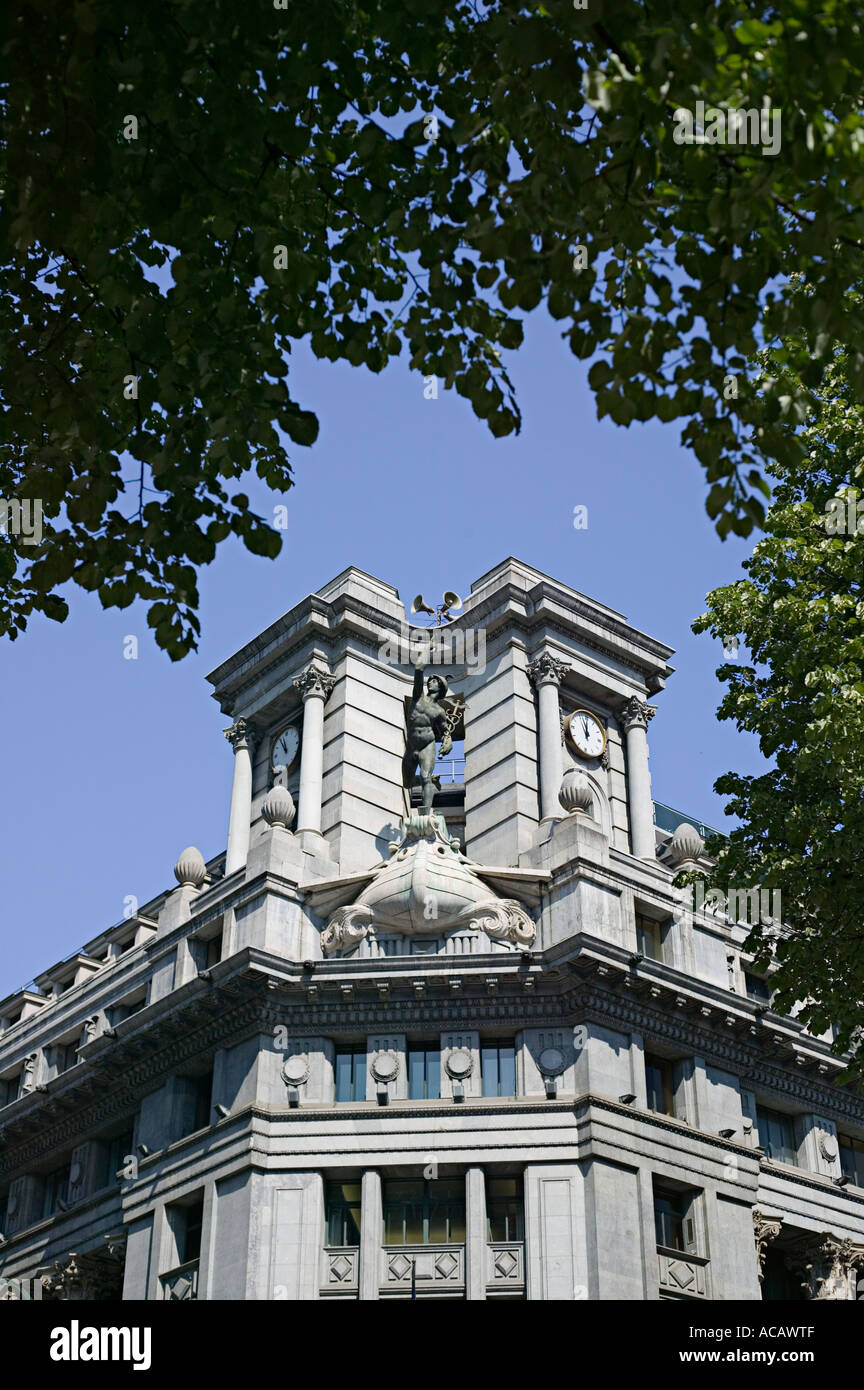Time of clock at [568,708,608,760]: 11:56
